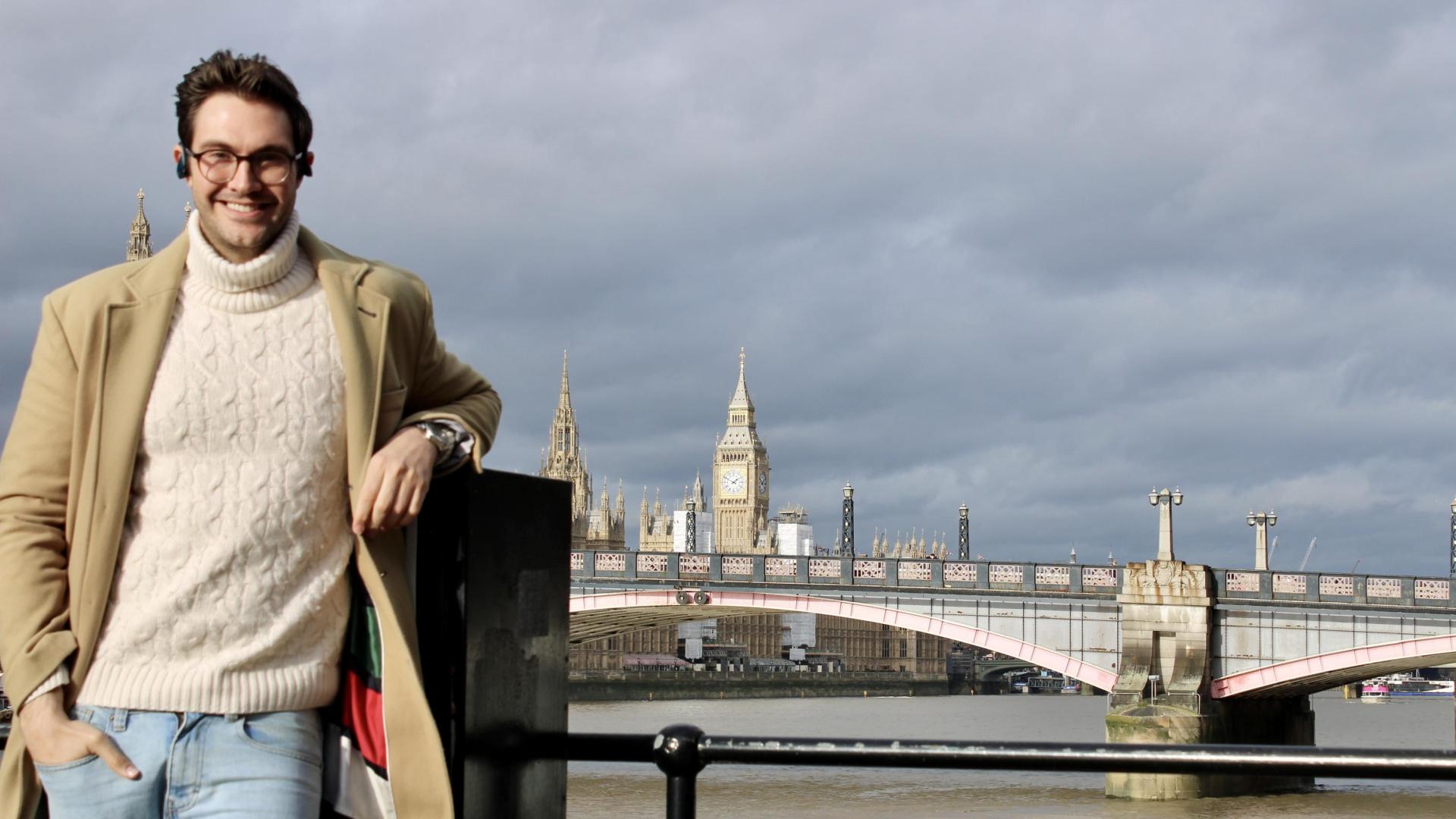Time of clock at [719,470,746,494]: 1:49
